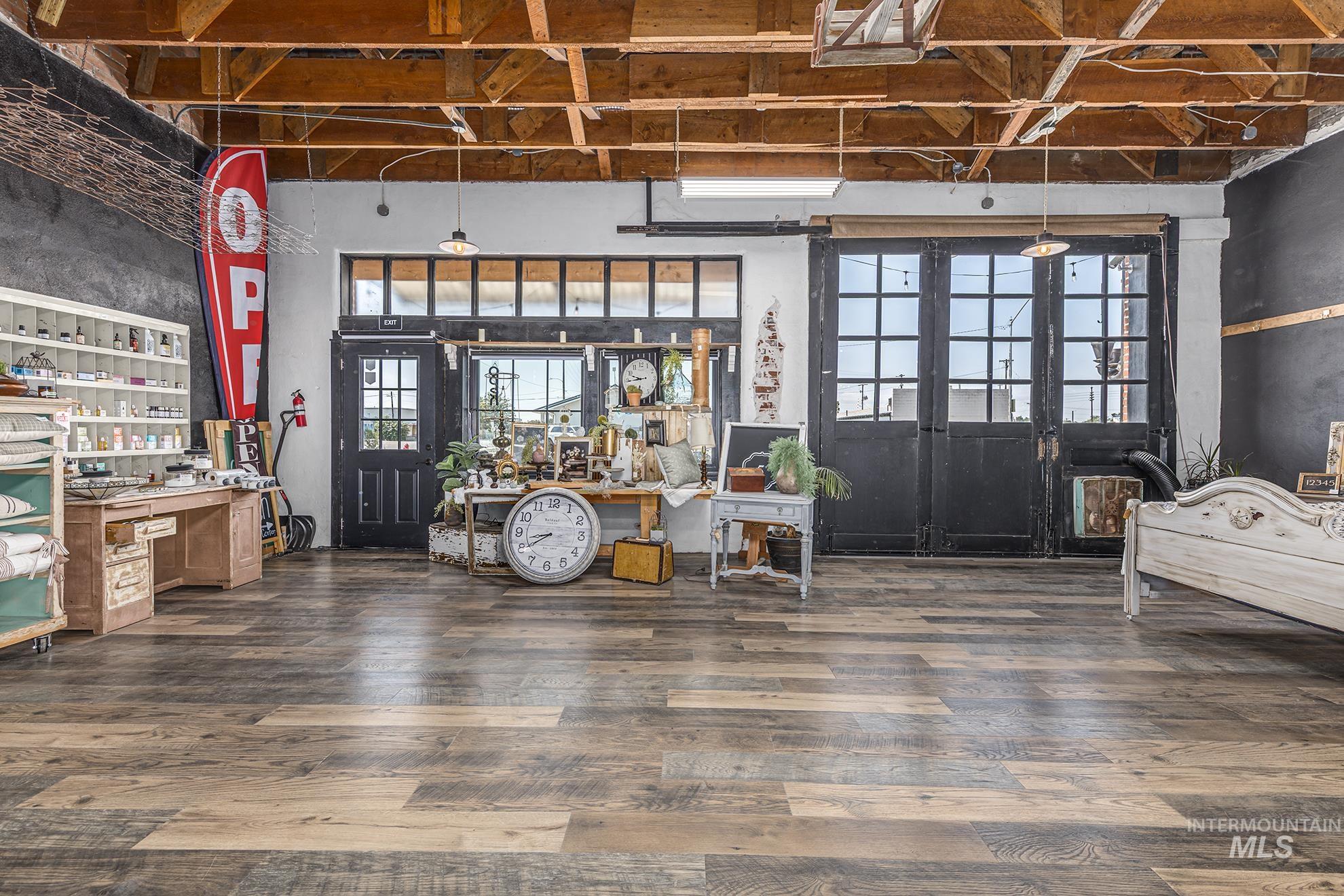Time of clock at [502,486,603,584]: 8:39
